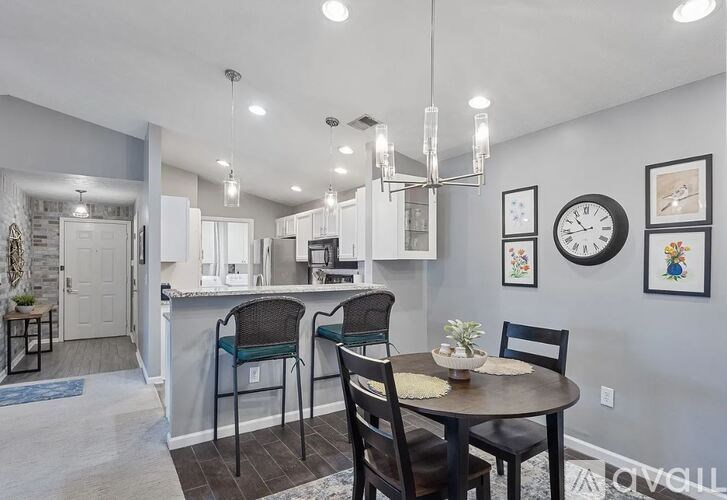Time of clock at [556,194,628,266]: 10:43
